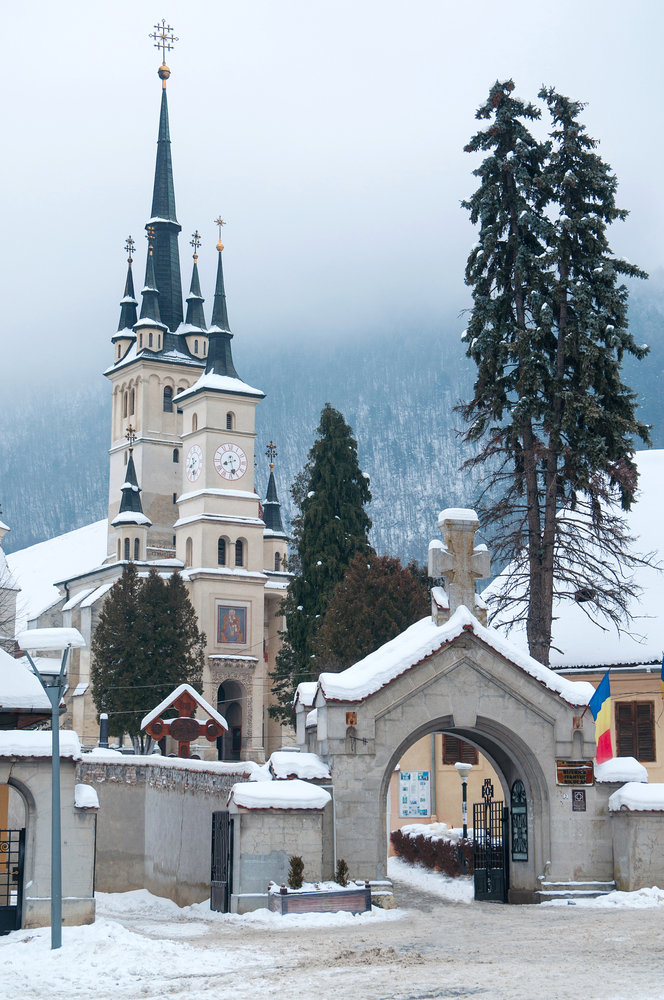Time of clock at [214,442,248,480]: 8:27
